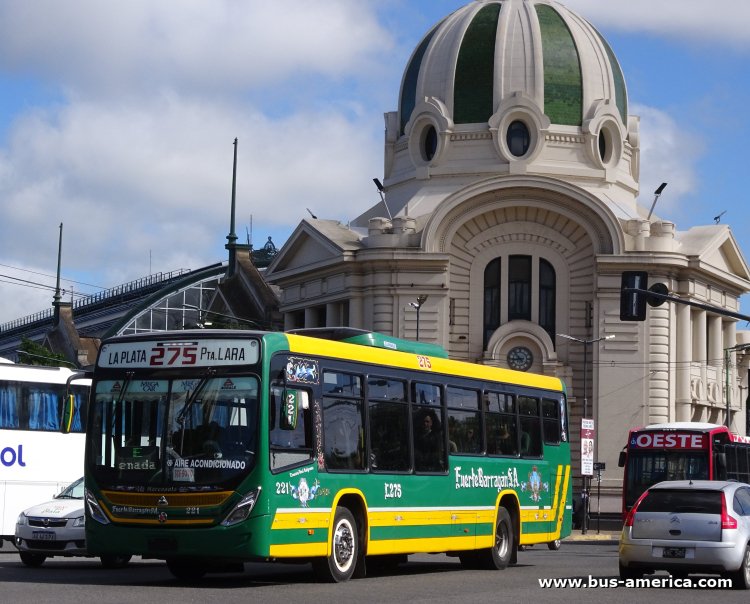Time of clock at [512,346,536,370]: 8:53
